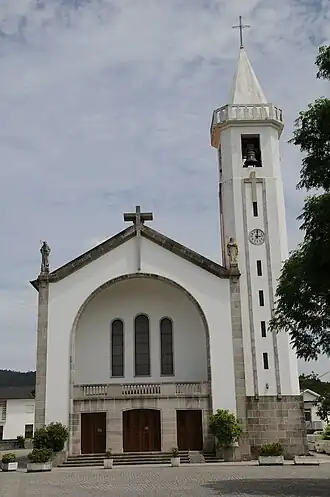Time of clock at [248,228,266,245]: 3:01
